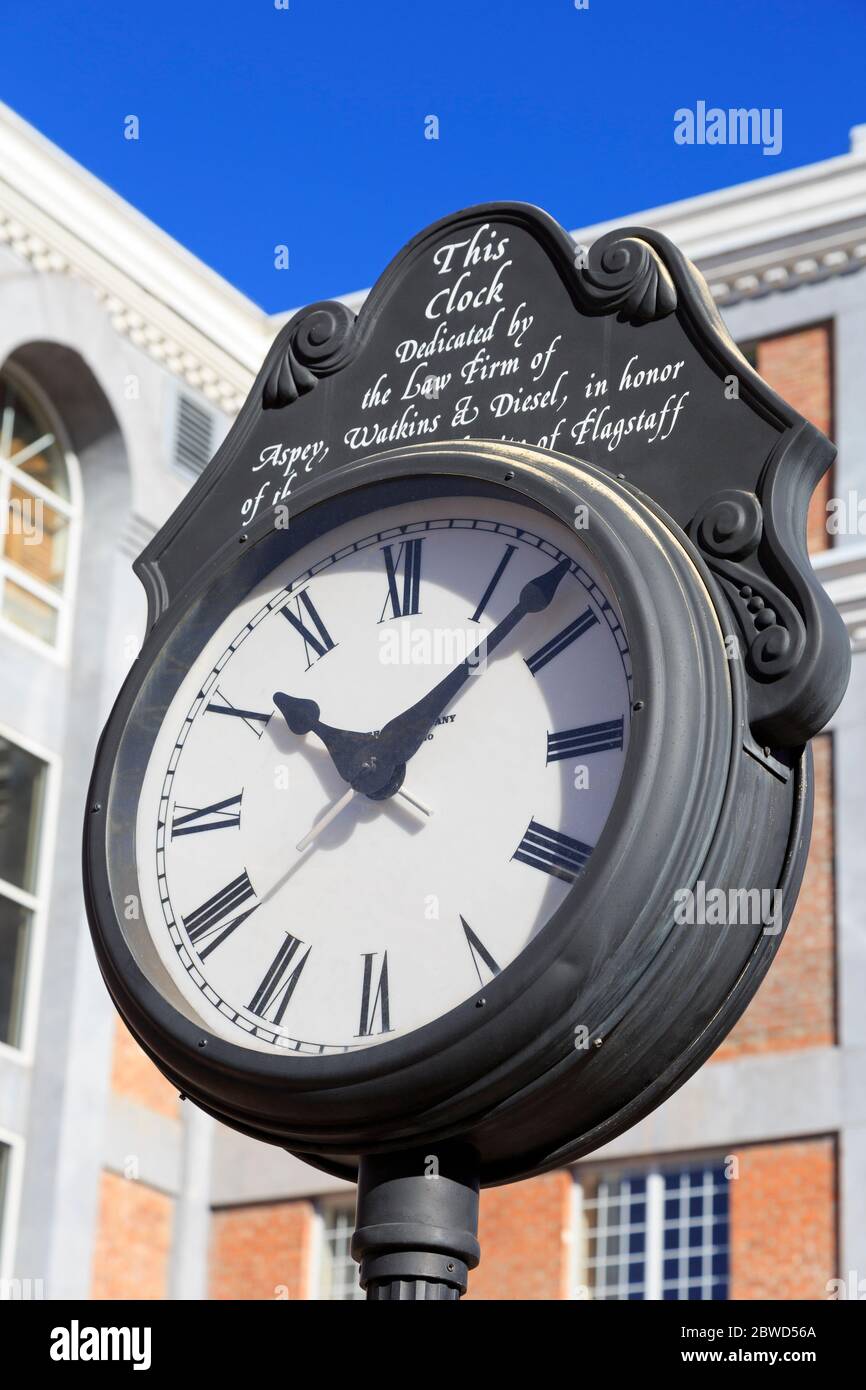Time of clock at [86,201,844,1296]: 10:07
